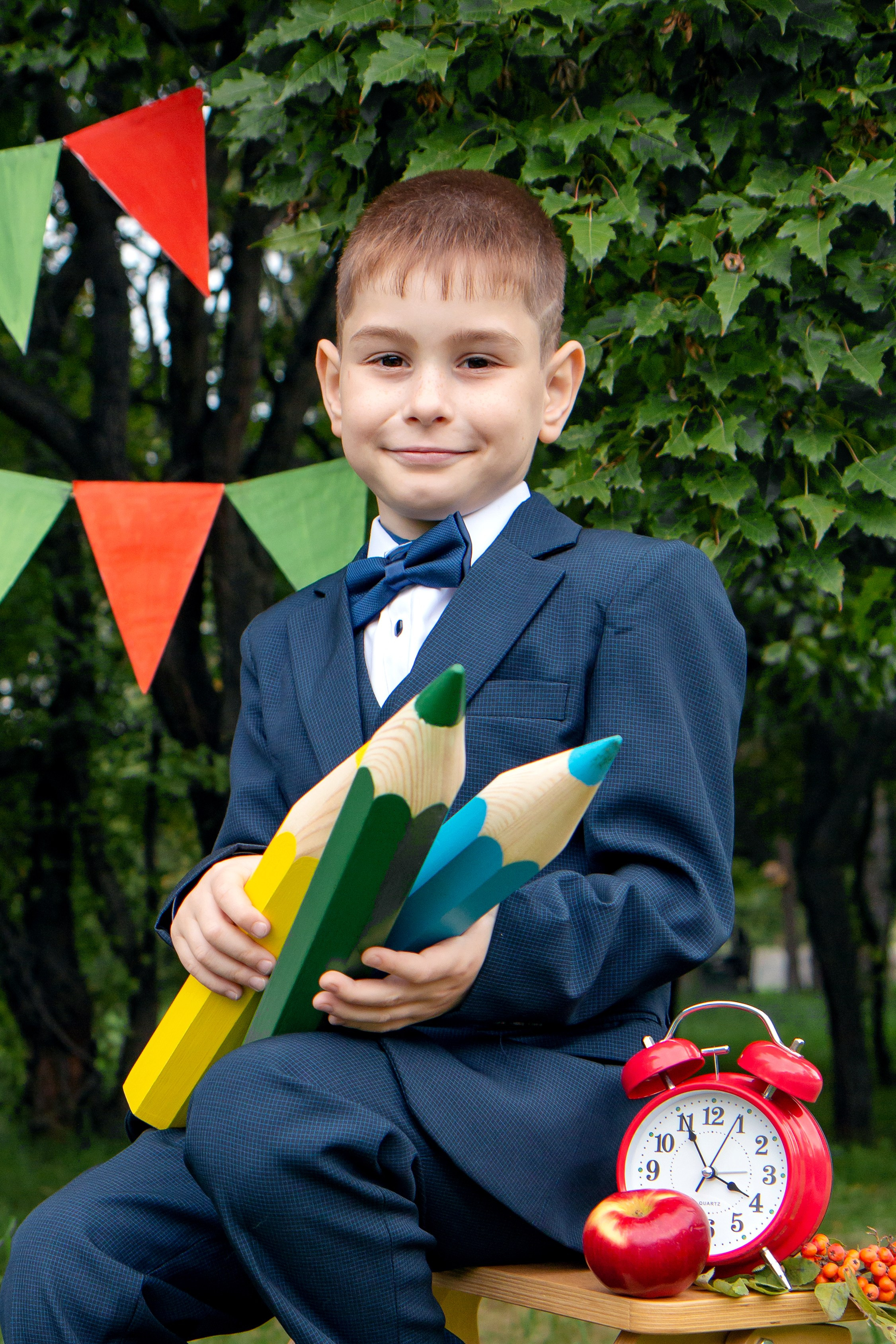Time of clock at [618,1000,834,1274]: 3:55
